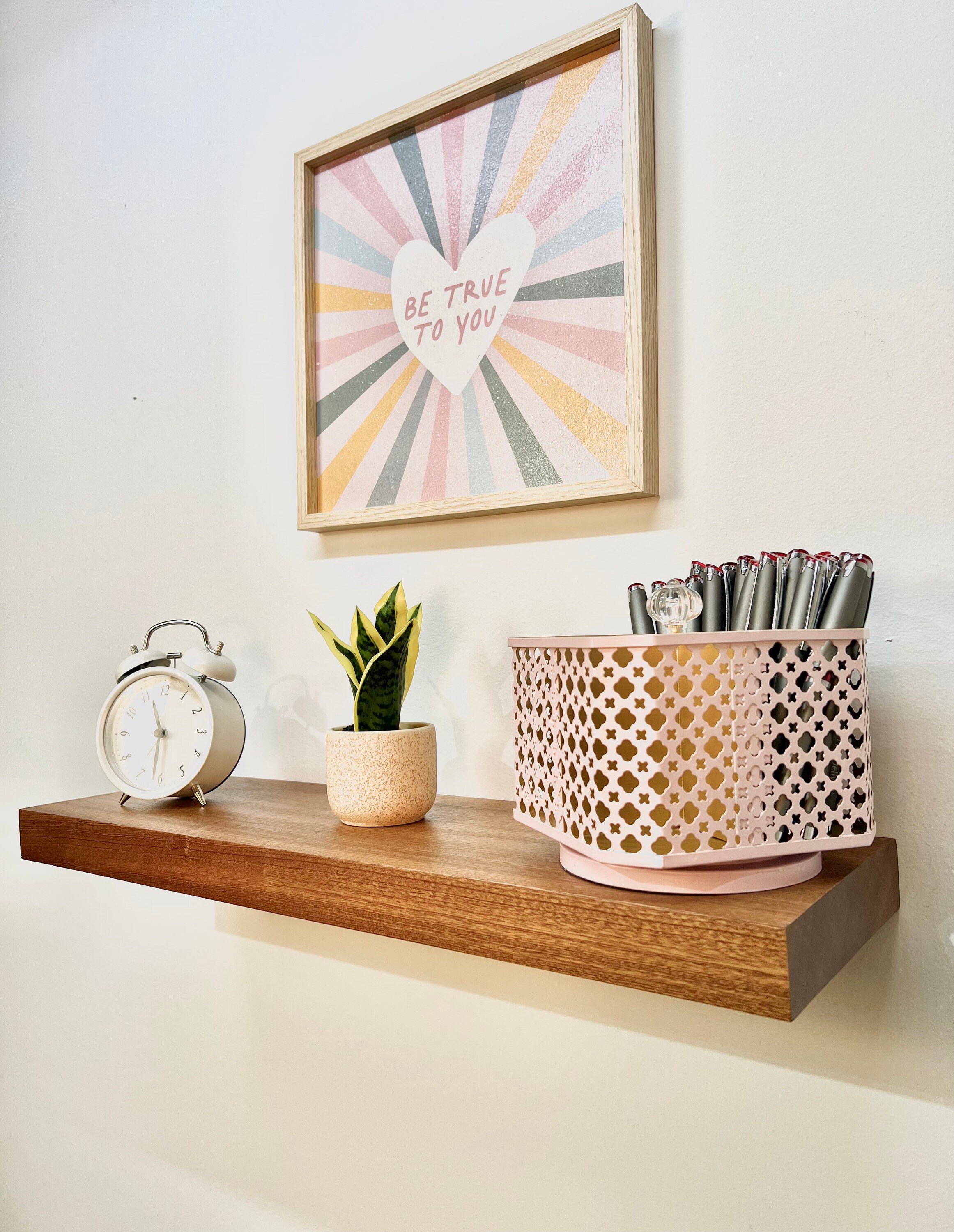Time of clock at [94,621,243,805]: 11:31
